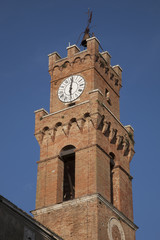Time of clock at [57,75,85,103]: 6:01
